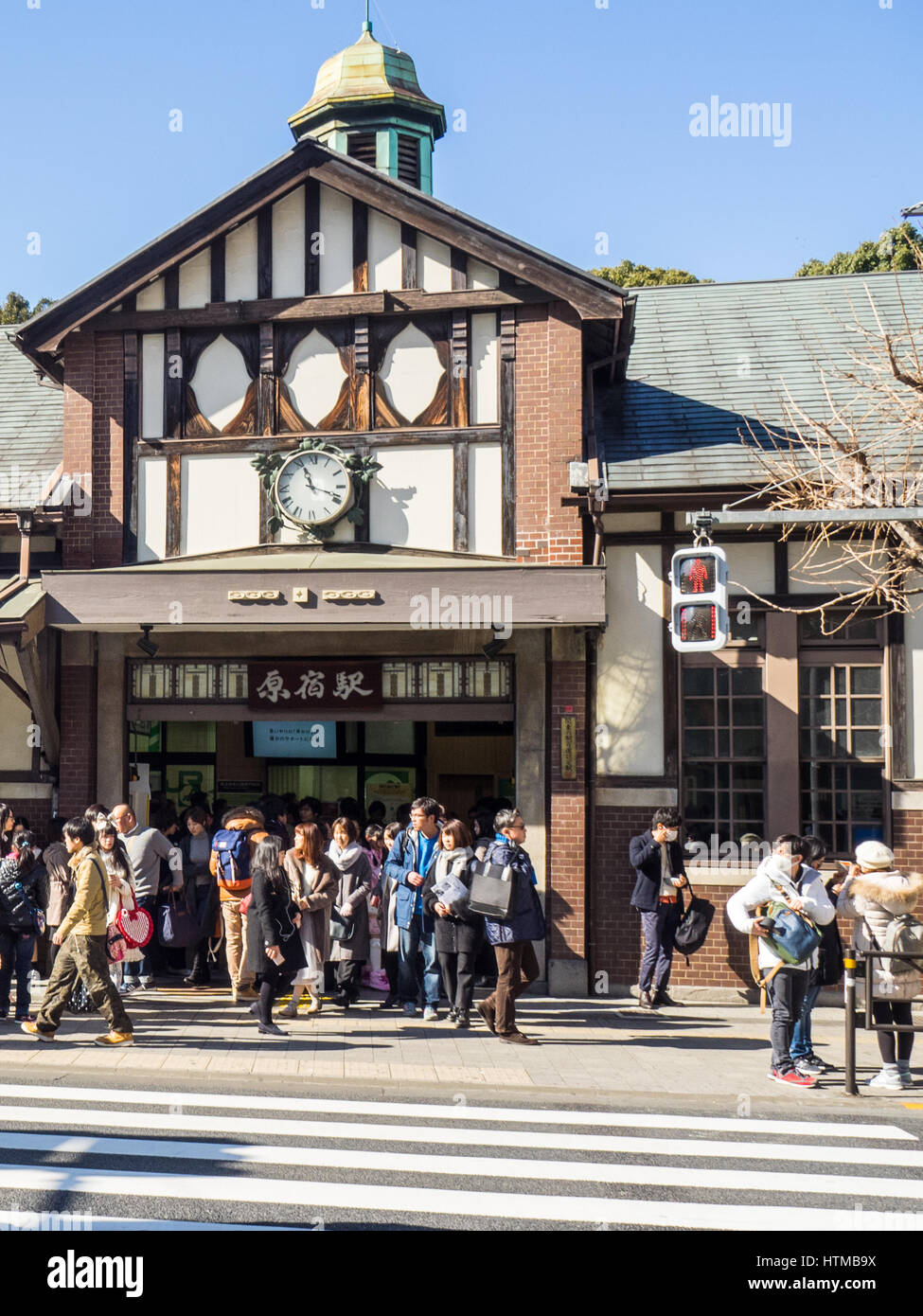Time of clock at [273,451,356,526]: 11:18
